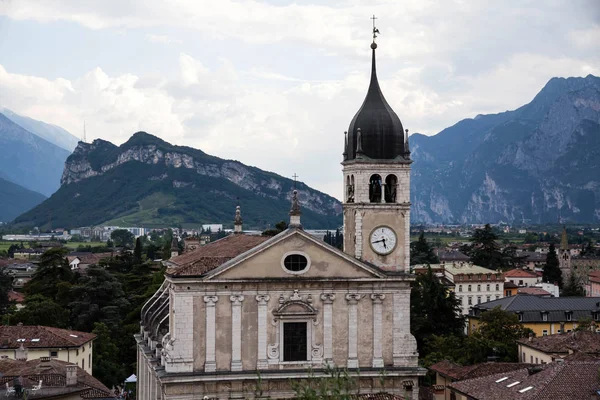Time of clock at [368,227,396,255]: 5:42
